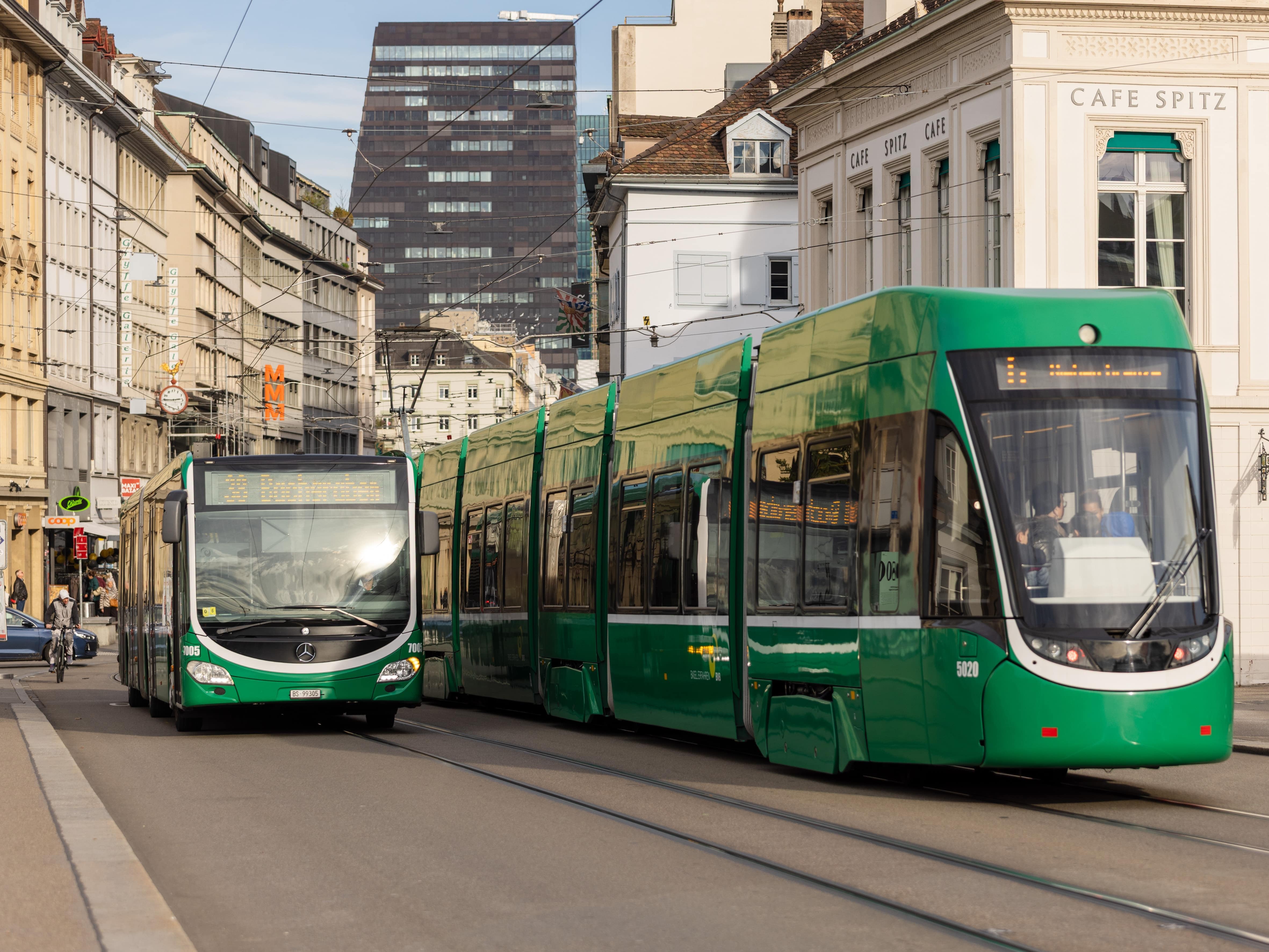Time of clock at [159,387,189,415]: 2:45
